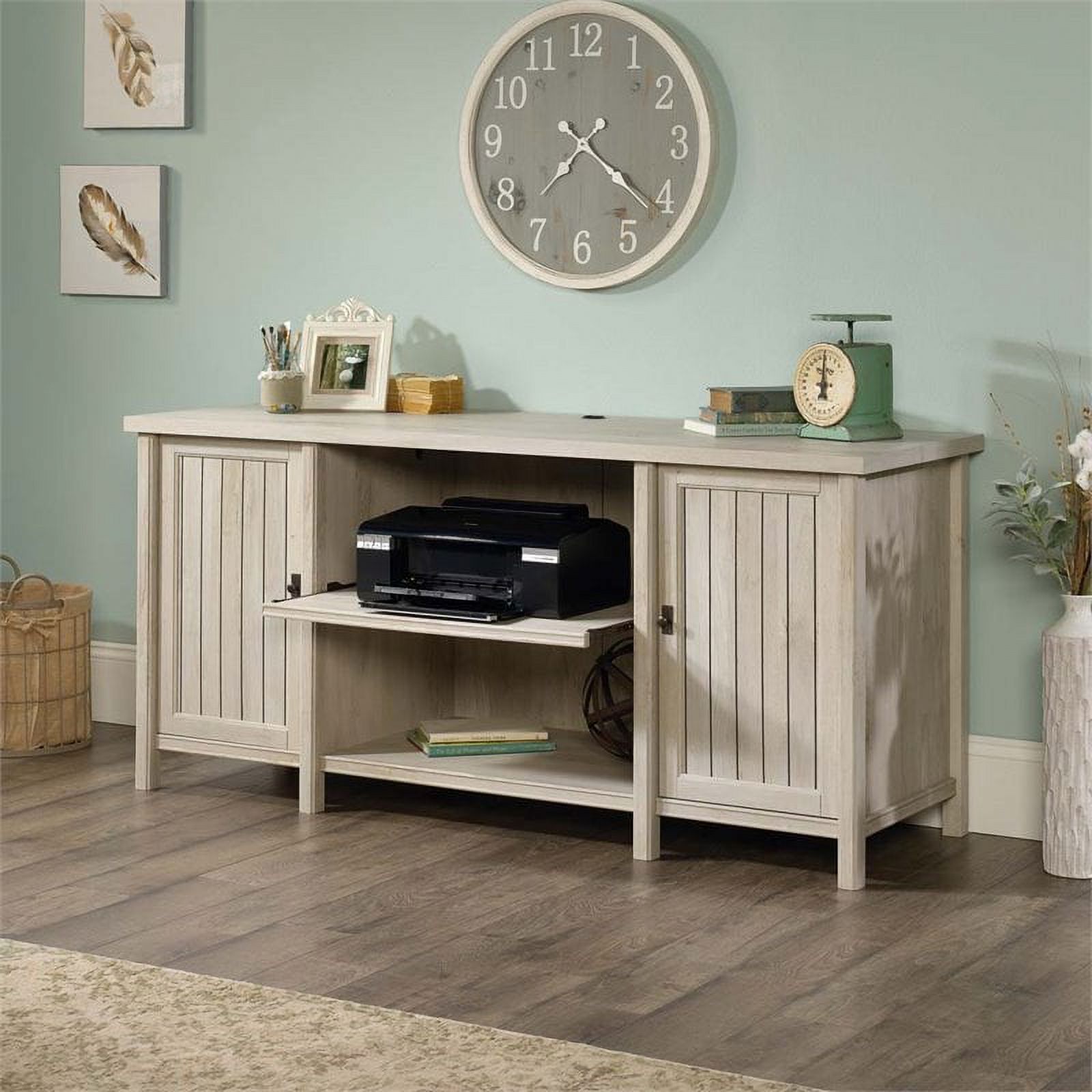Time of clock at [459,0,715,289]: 7:21
